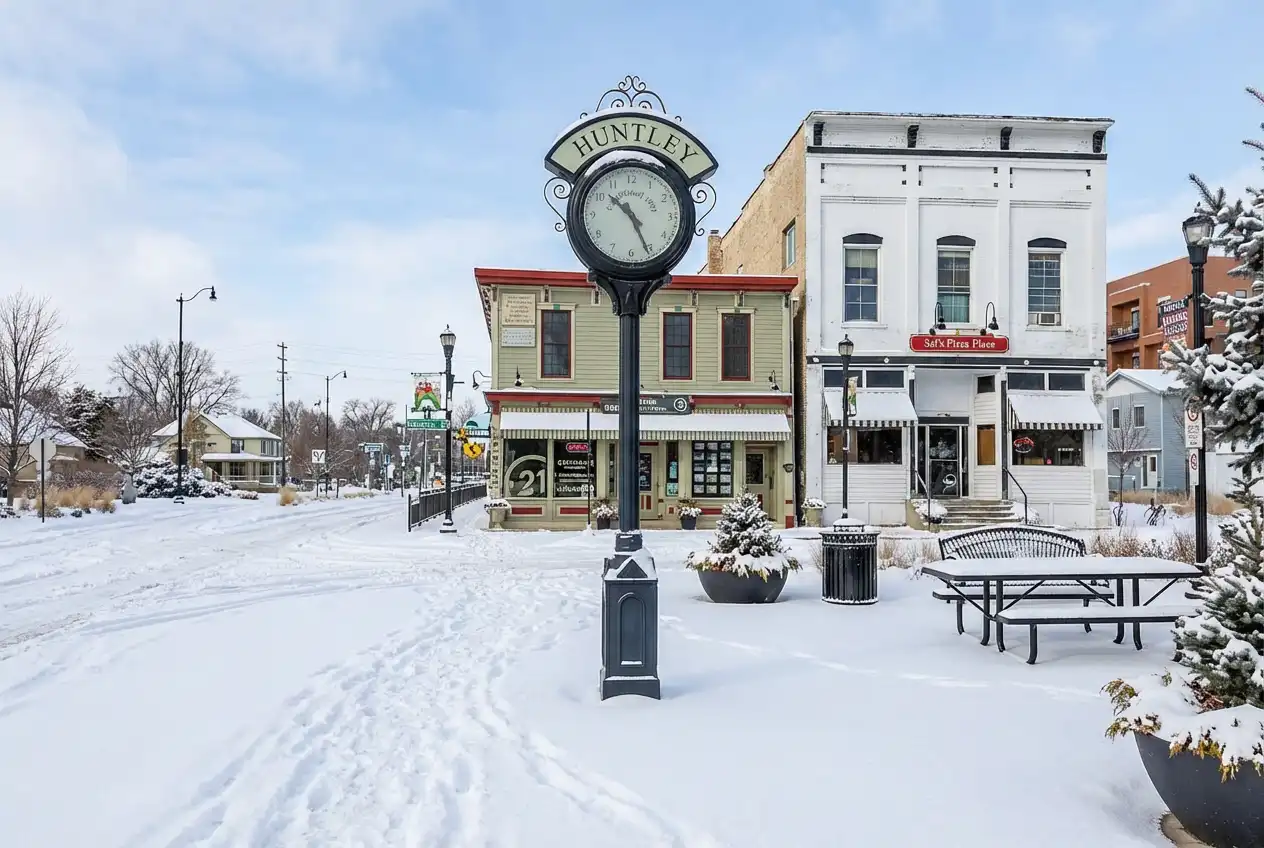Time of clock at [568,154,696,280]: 10:26
